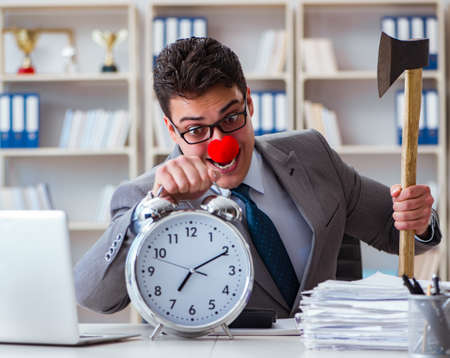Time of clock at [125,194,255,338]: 7:10
